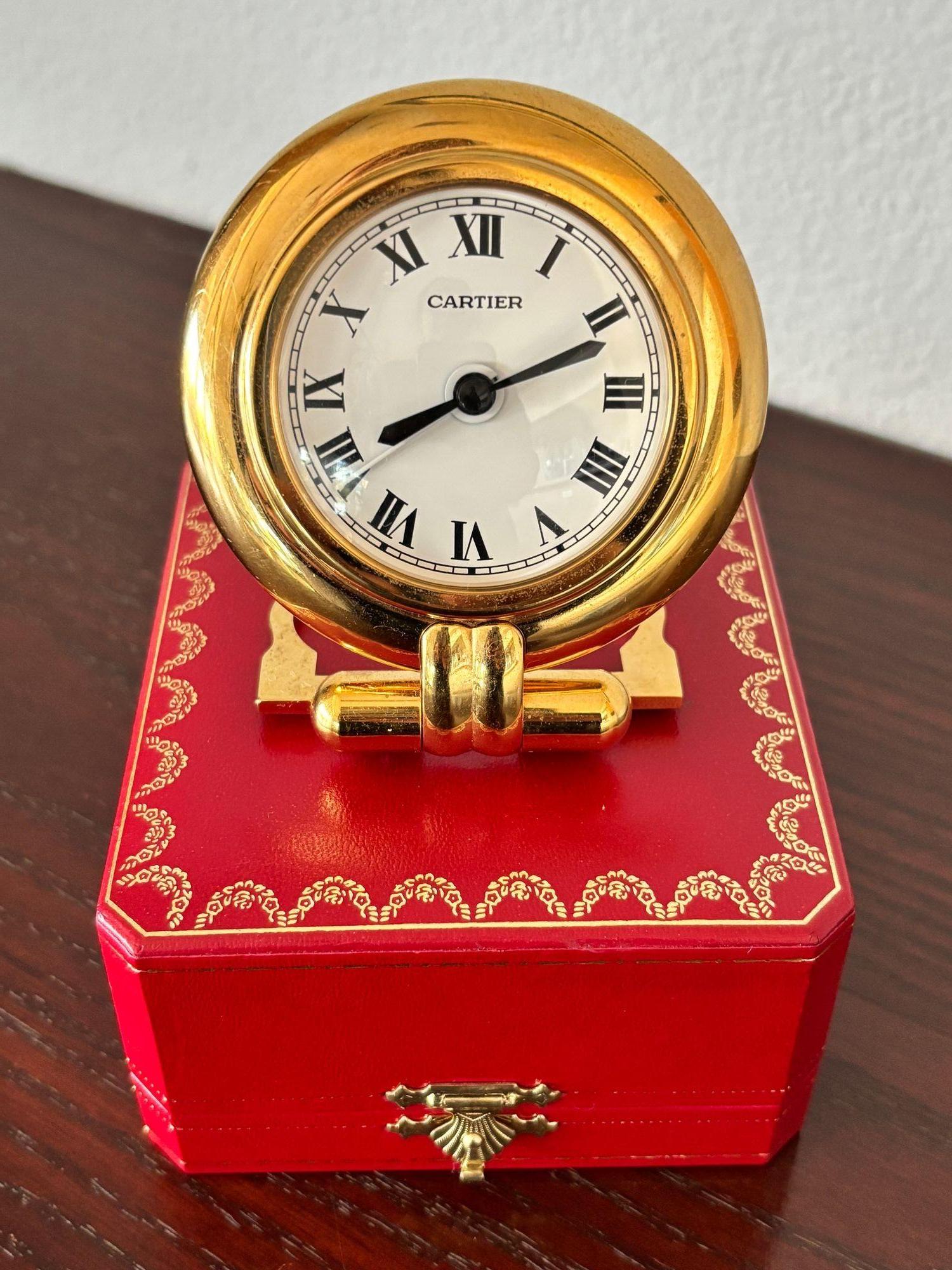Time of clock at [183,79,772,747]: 8:11
